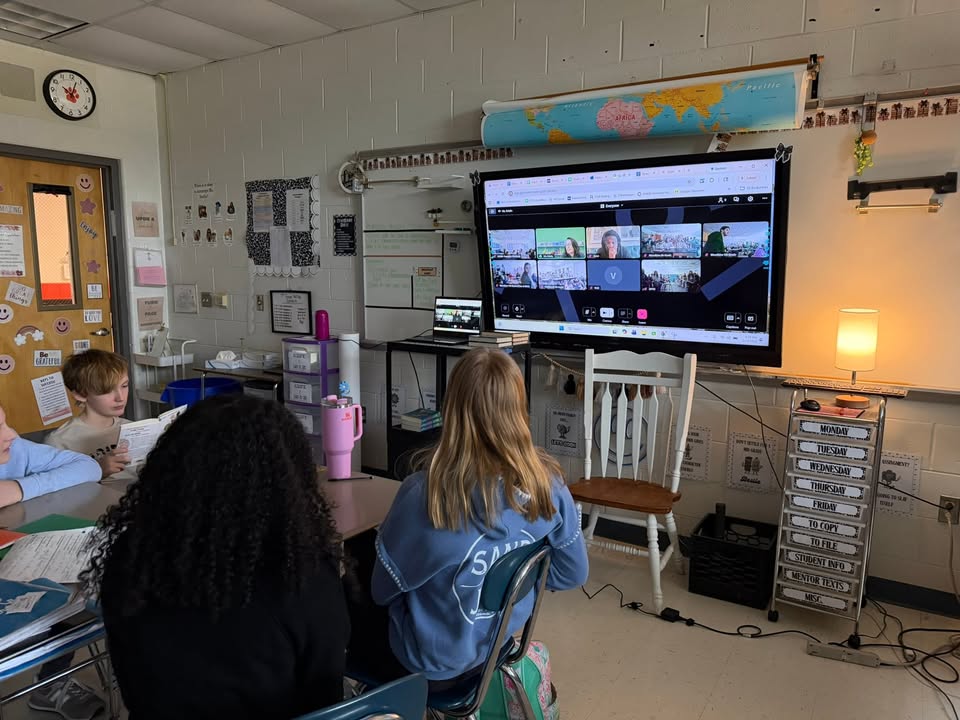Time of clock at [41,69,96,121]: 10:02
